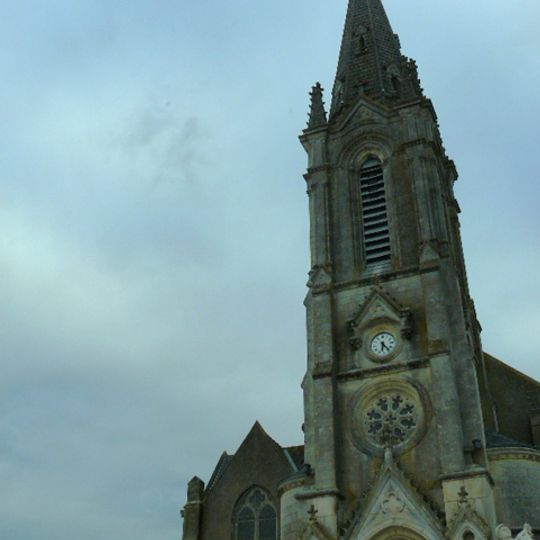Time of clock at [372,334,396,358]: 6:23
